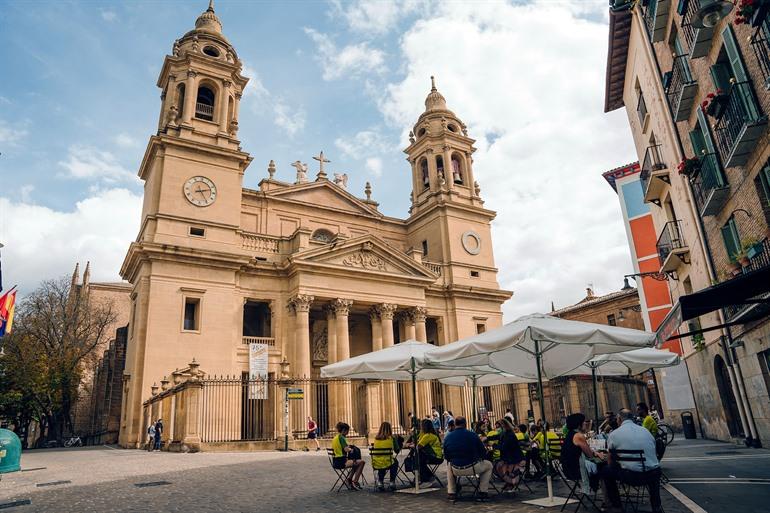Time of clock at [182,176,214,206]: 2:25
